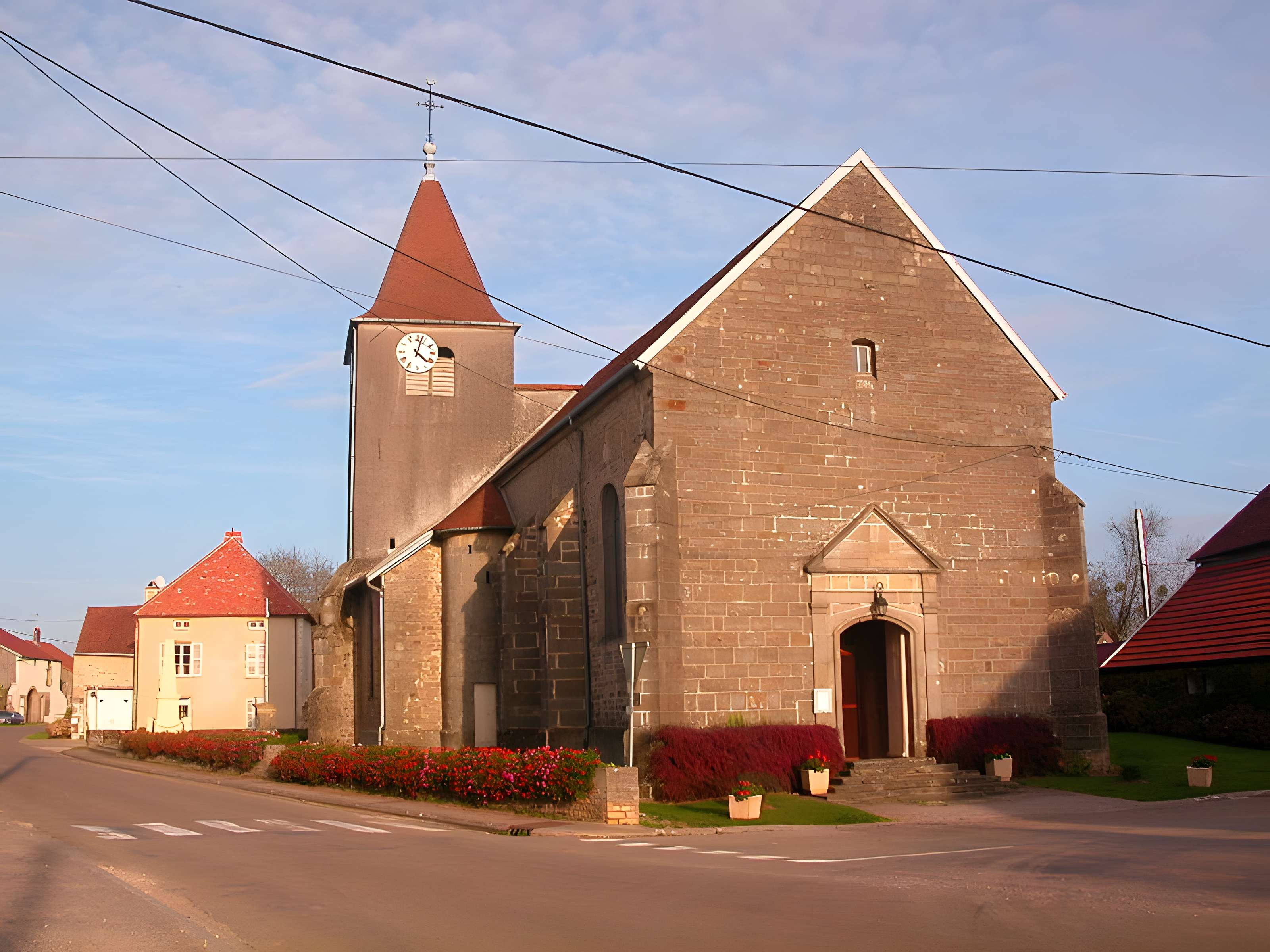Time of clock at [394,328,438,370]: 4:03
